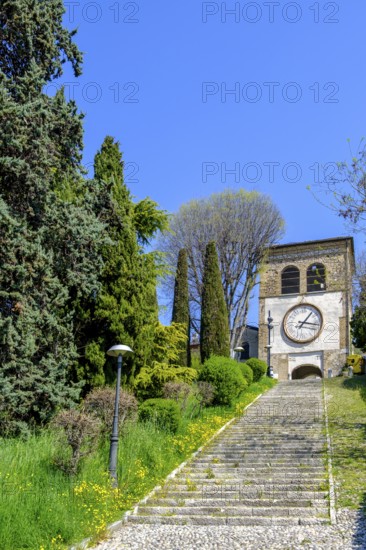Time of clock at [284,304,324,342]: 1:16
